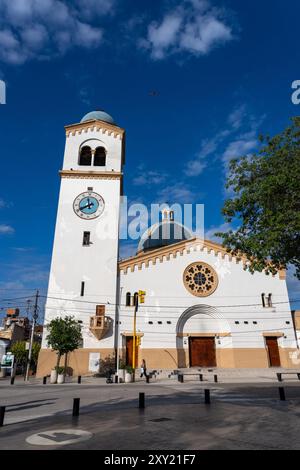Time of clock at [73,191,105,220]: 11:40
